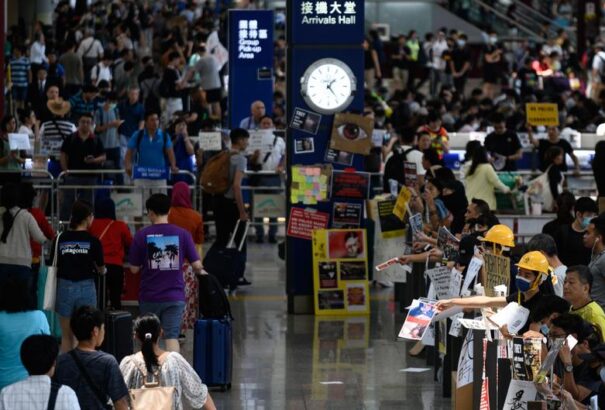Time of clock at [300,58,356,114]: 1:23
